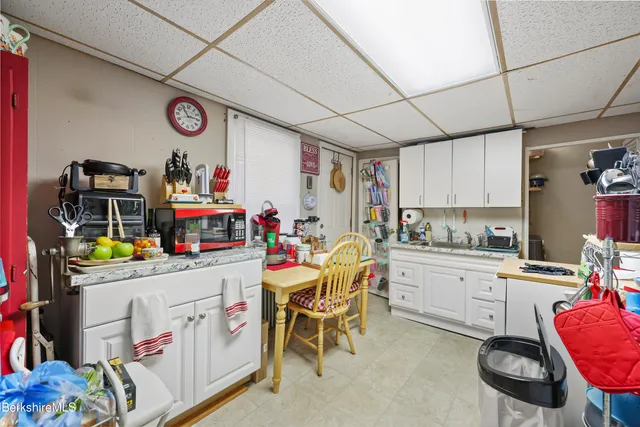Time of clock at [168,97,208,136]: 2:54
